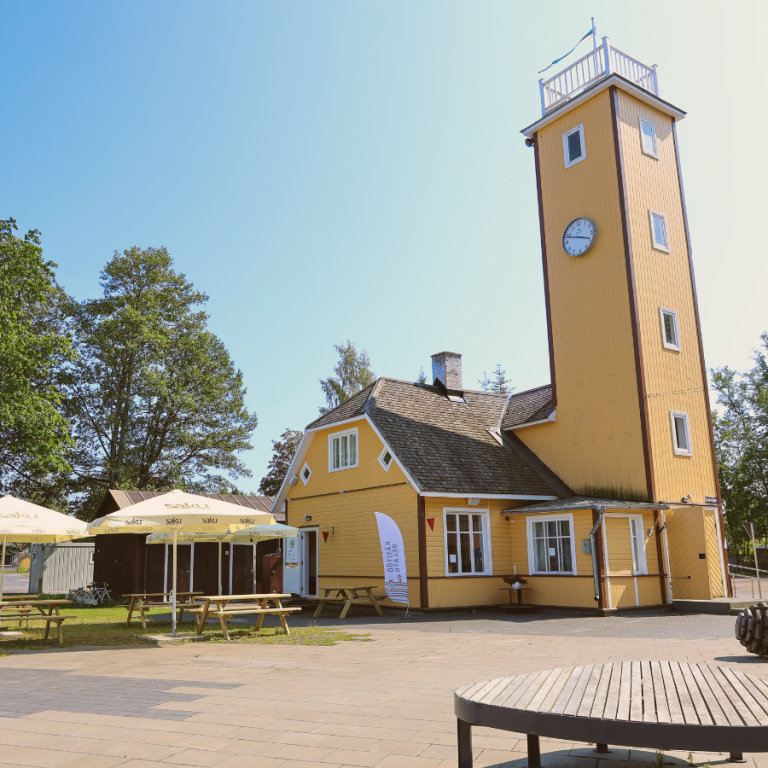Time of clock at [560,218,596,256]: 3:48
